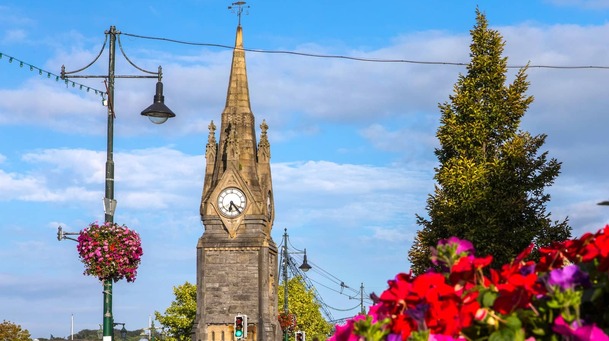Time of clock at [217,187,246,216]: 6:23
